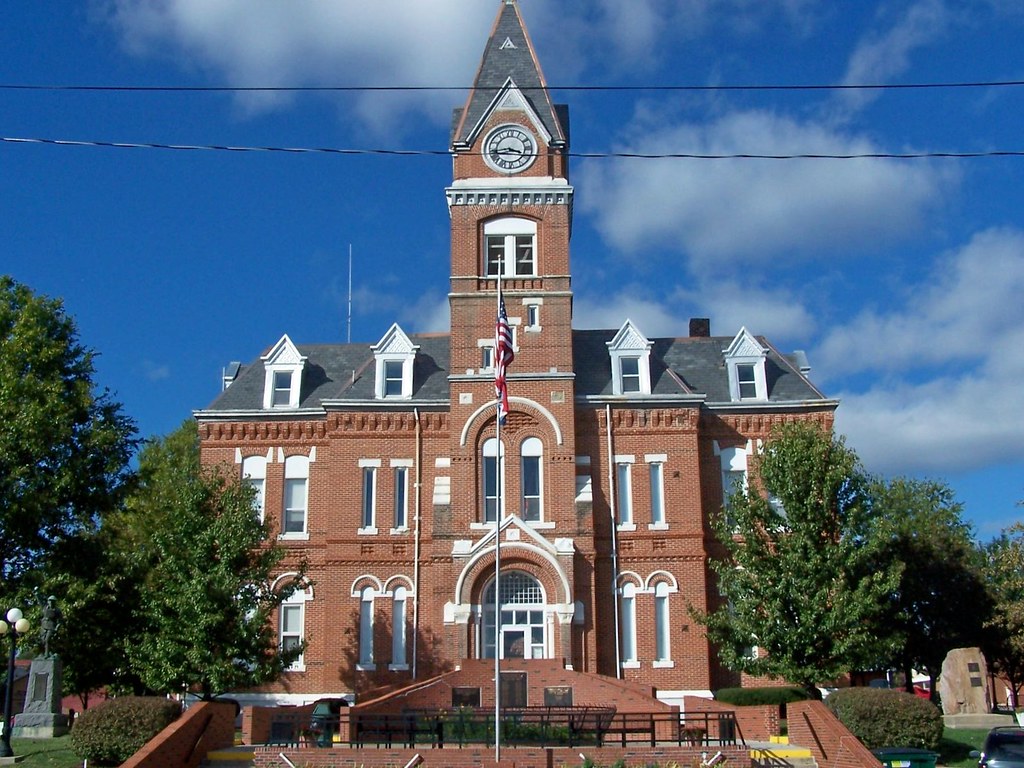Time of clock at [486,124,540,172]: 3:43
